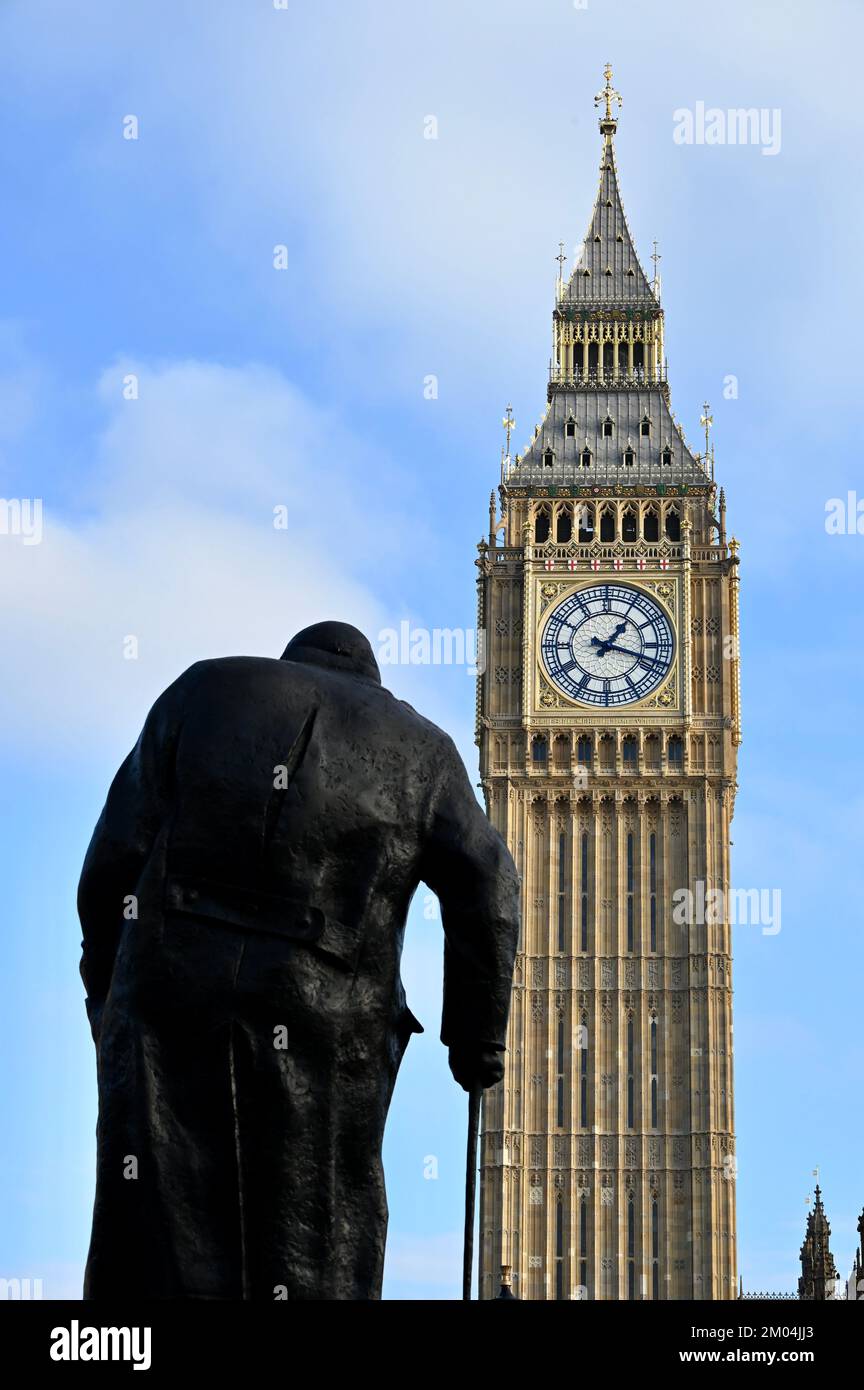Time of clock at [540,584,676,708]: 1:18
